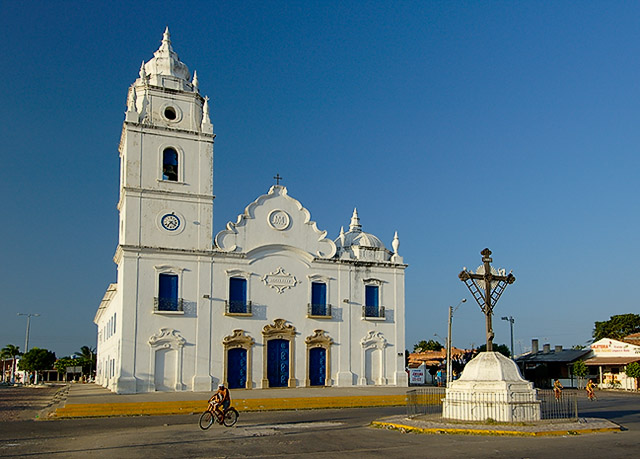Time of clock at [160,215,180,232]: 7:20
